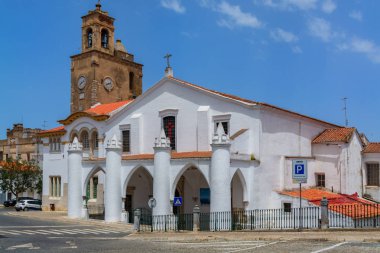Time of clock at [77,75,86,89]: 7:37
